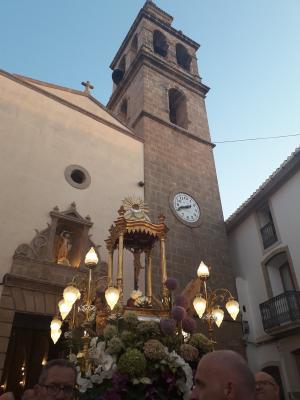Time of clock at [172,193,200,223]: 8:41
